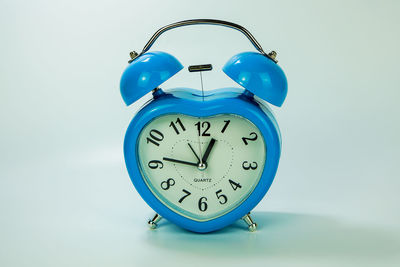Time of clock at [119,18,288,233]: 12:46
